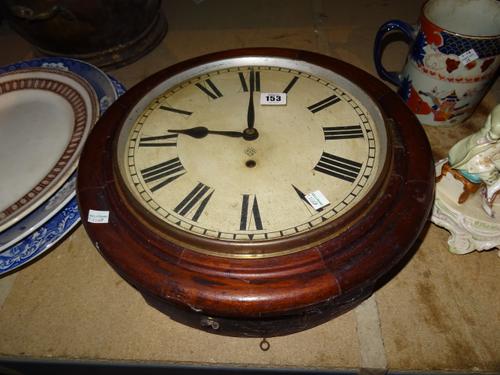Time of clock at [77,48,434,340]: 9:00
